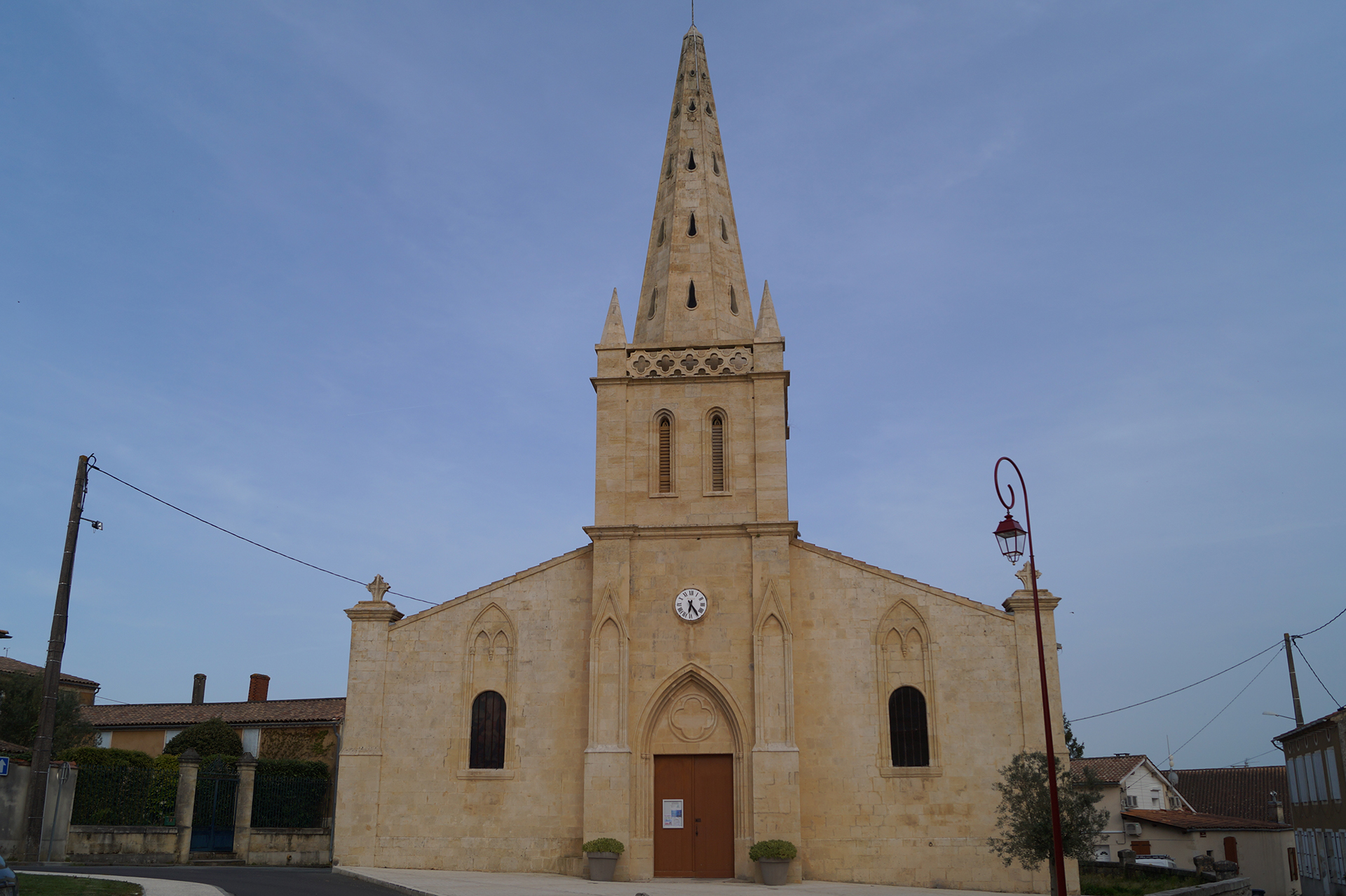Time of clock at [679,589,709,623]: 6:24
